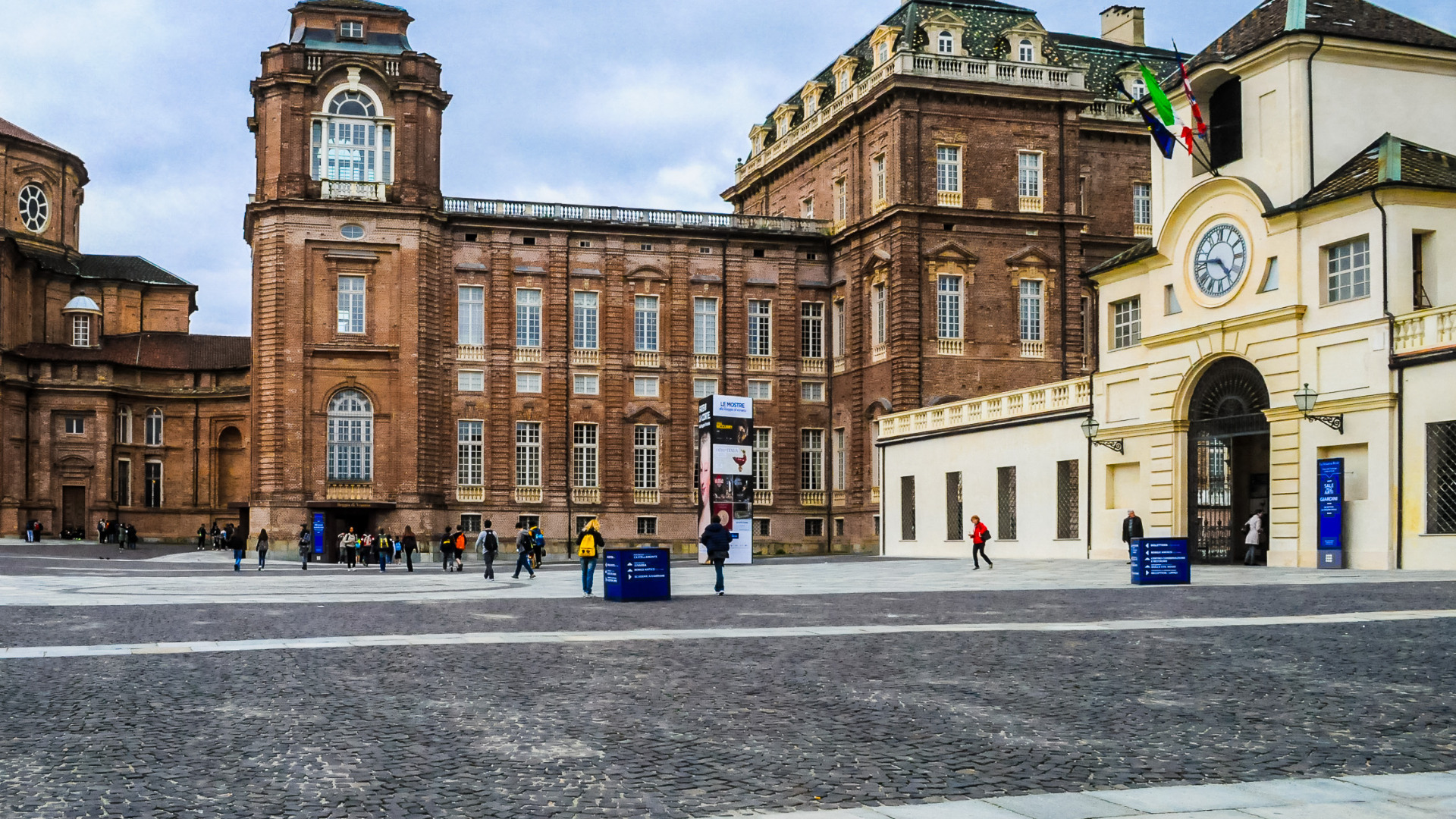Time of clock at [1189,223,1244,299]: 4:45
